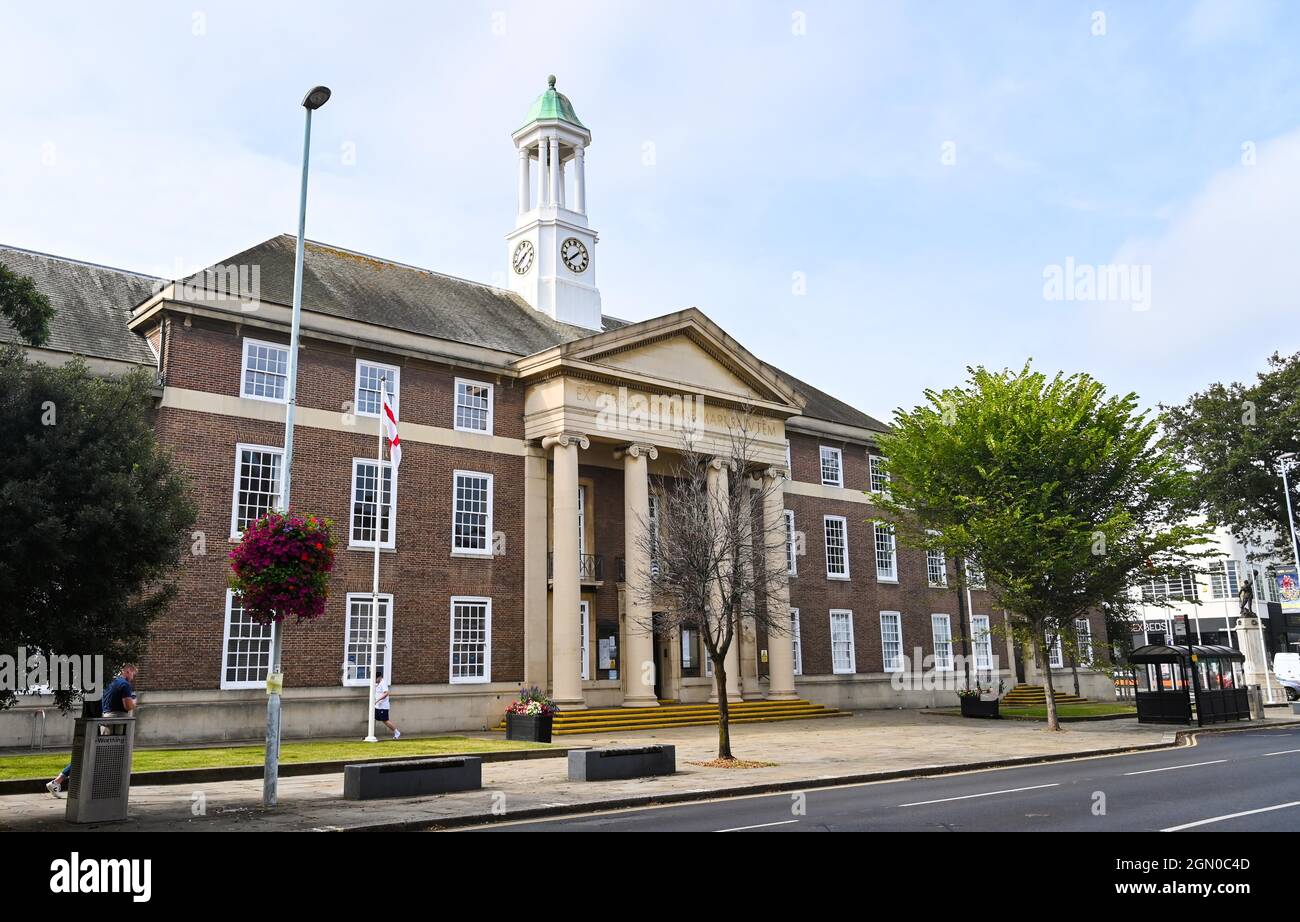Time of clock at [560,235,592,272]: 1:38
